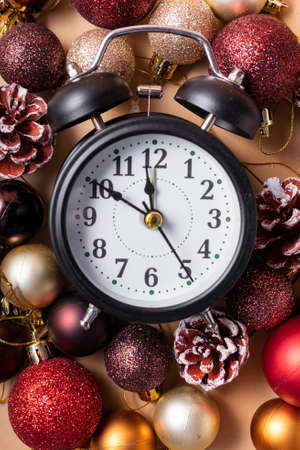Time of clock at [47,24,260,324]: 11:50
